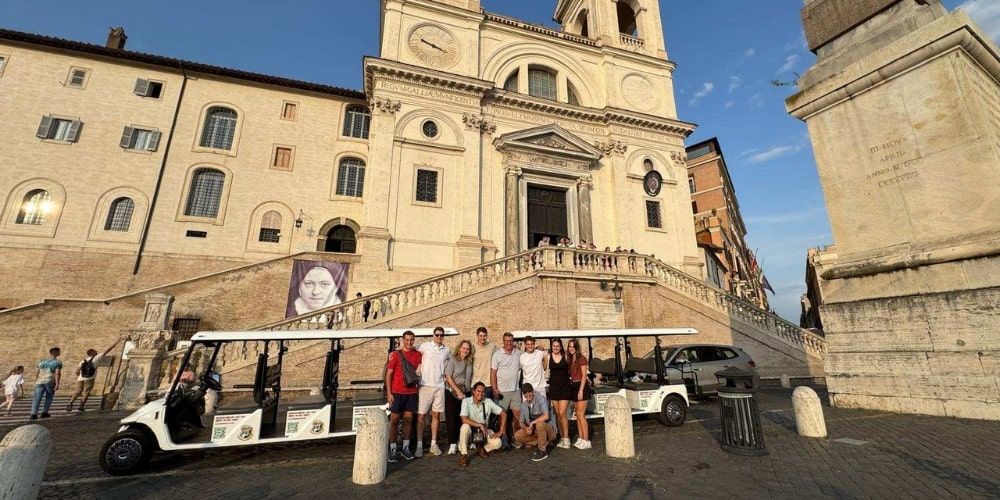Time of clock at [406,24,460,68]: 3:48
